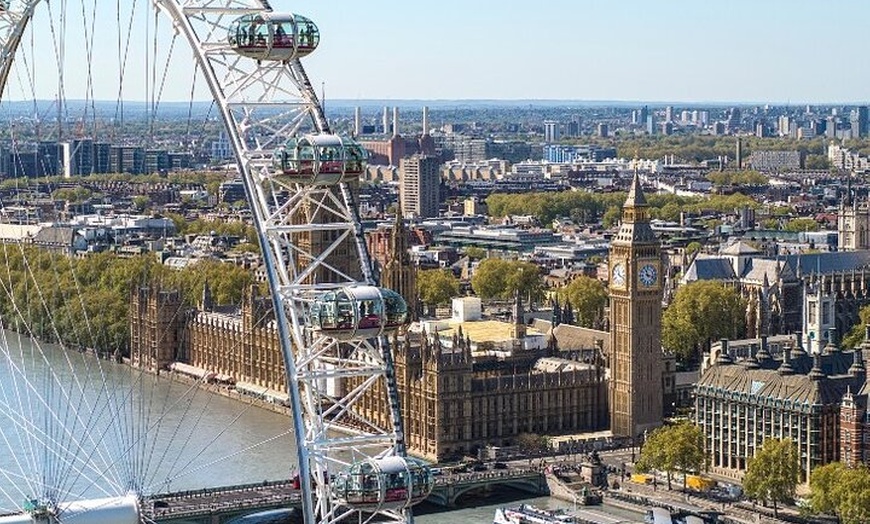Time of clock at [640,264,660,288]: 11:17
